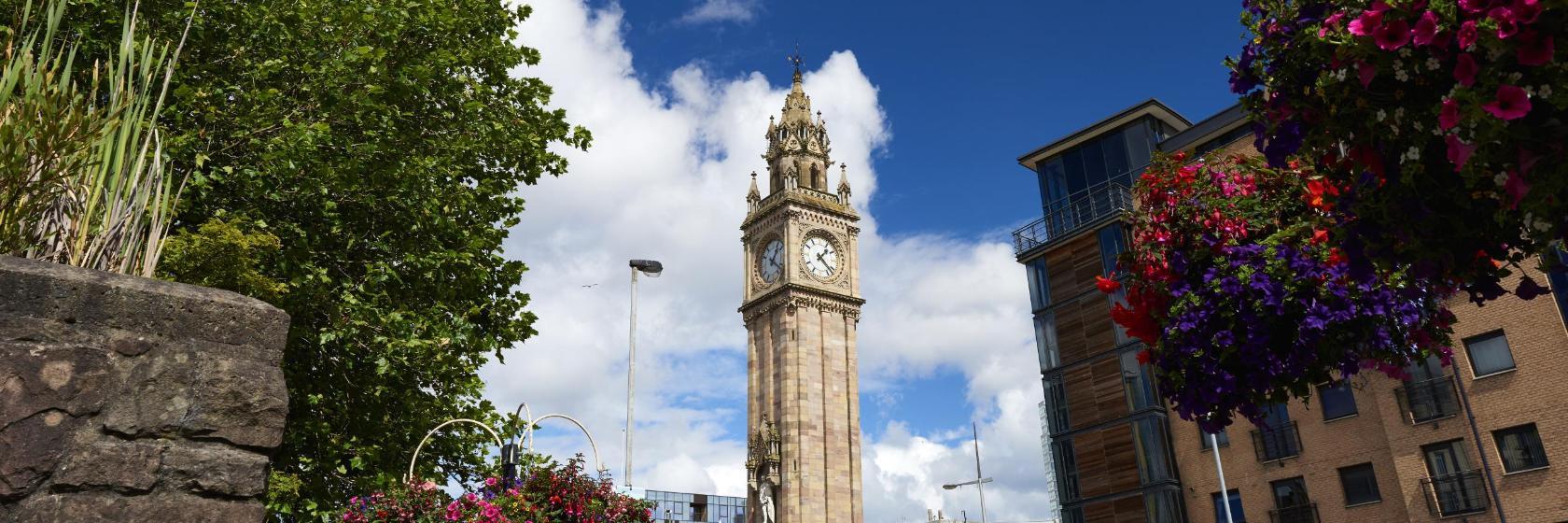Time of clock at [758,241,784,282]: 1:20
